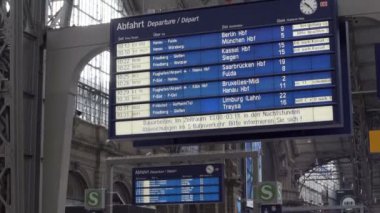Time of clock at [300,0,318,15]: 10:23
